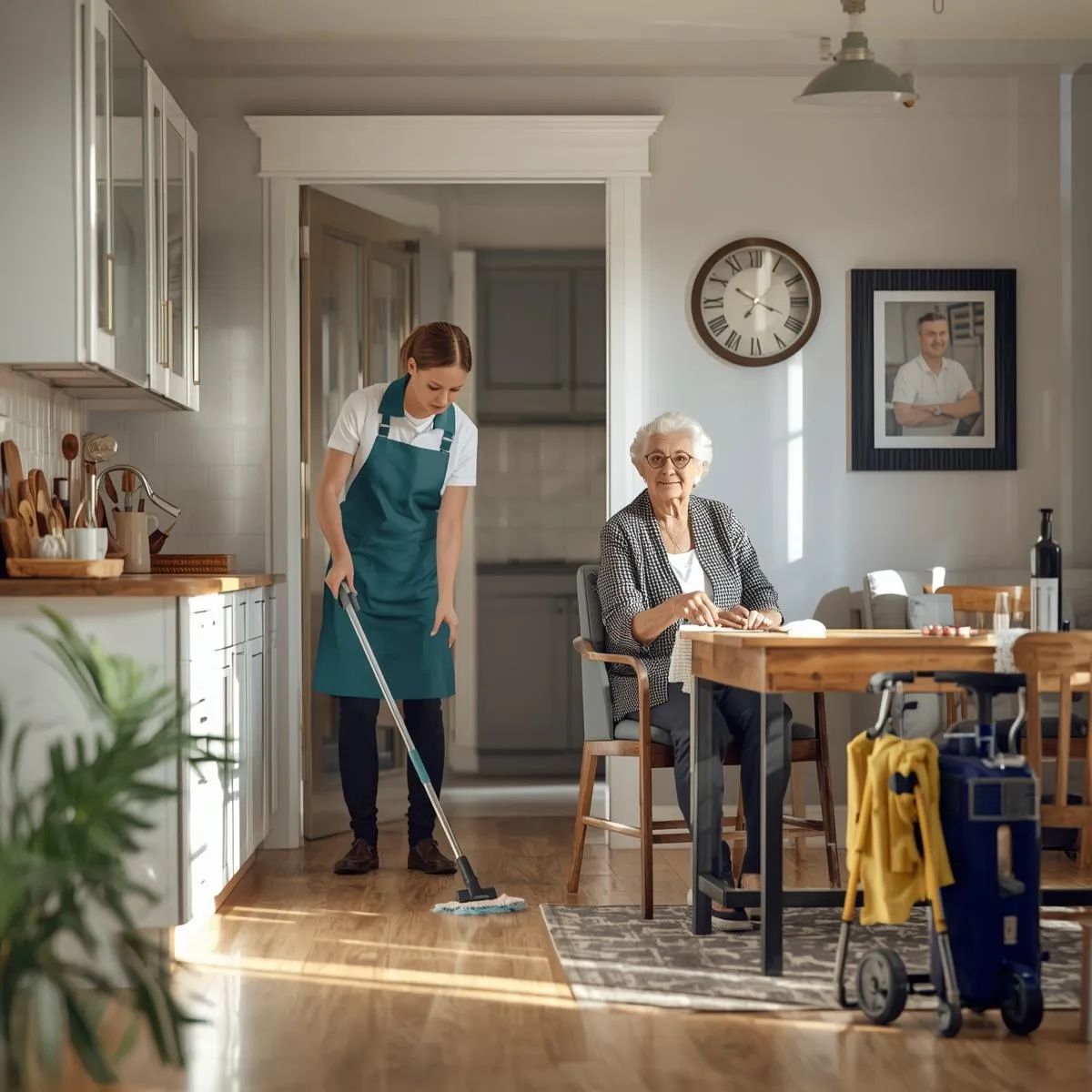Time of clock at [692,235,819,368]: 10:01
